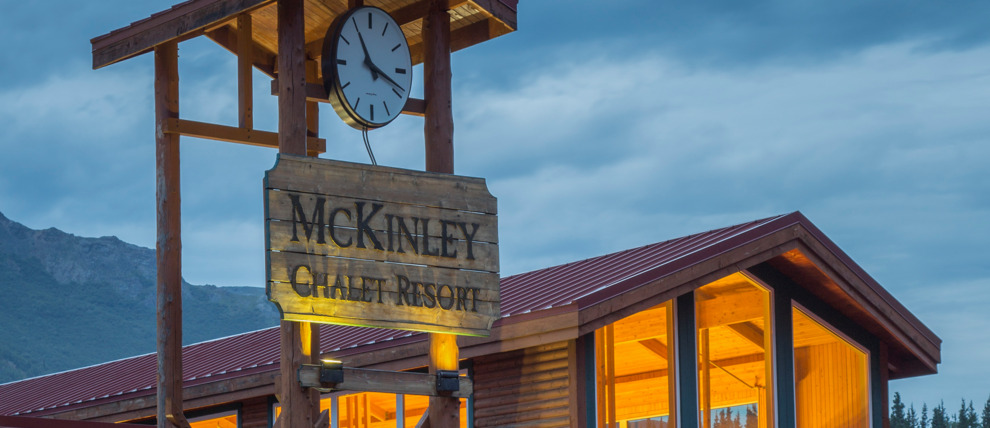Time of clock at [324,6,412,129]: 11:18
